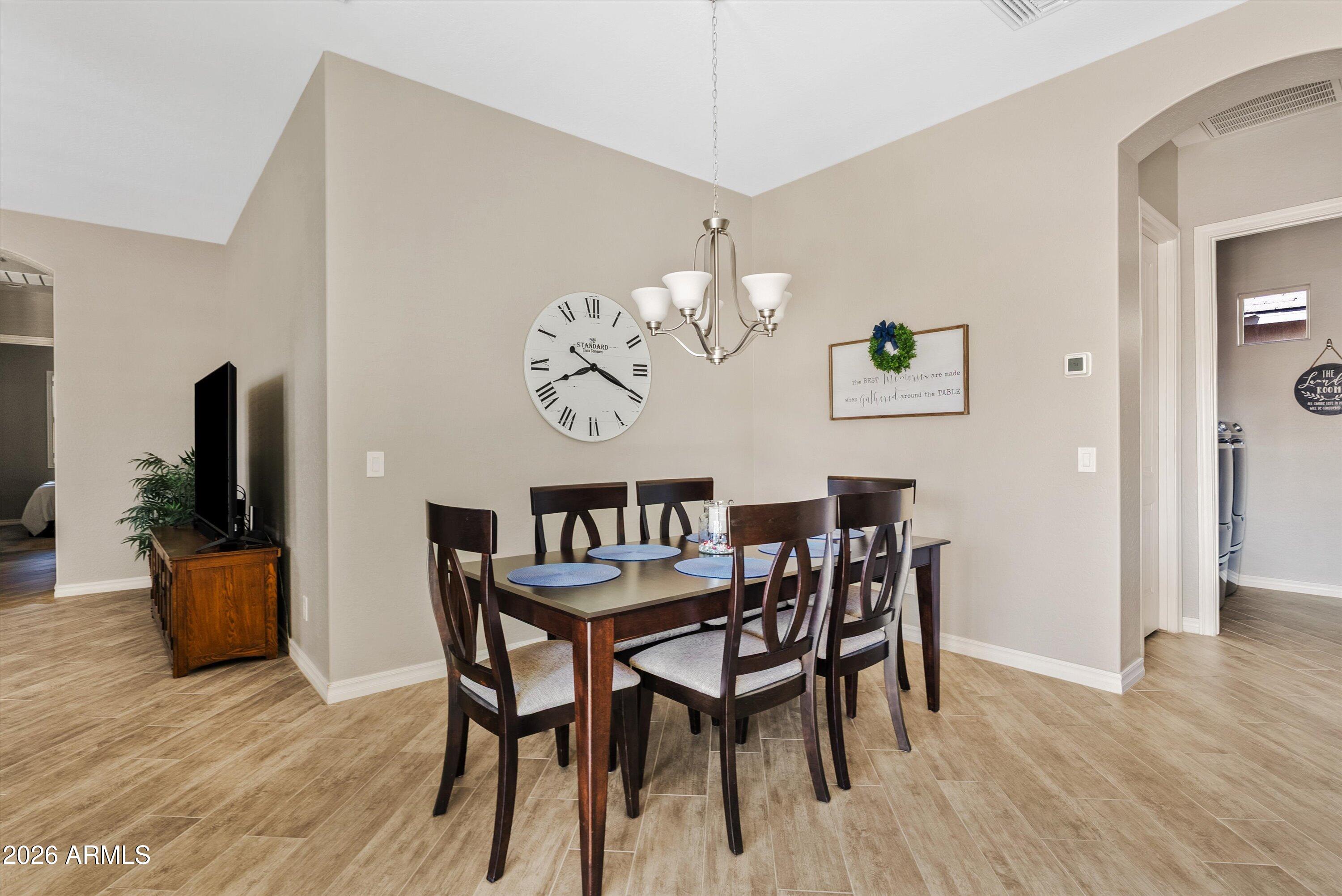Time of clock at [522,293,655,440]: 8:19
